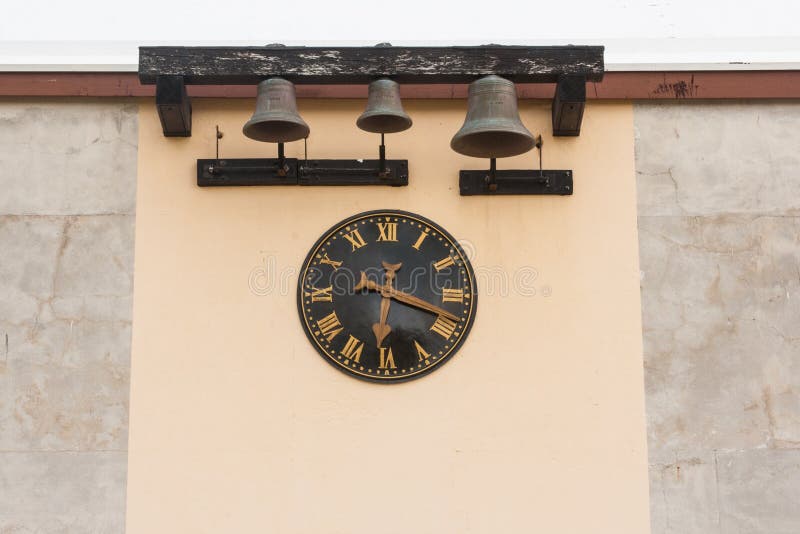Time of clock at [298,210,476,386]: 6:18
